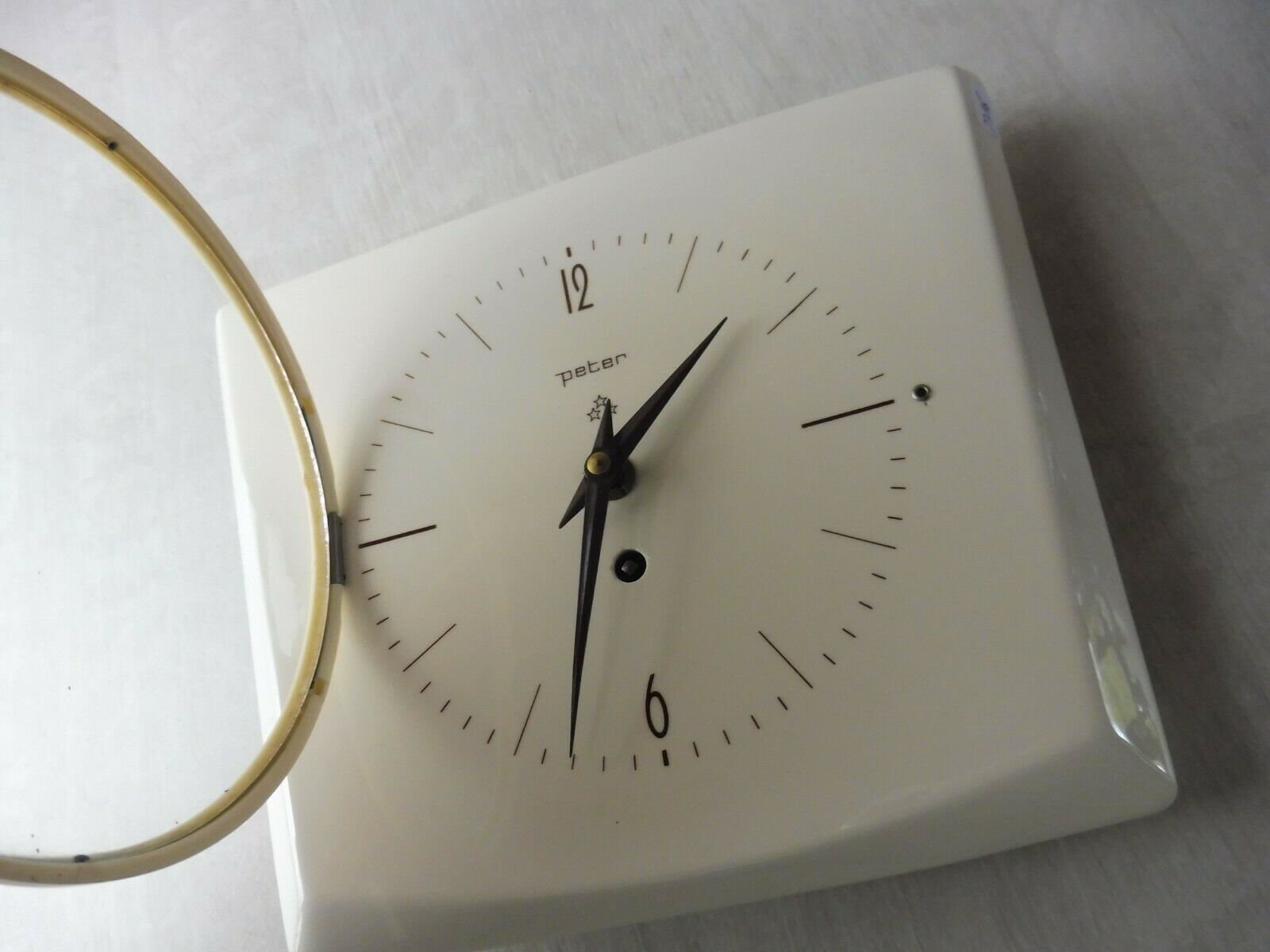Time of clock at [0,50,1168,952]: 1:33
